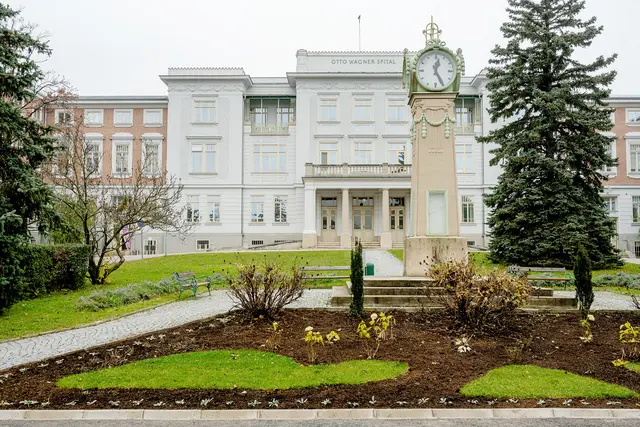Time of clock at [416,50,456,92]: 12:25
